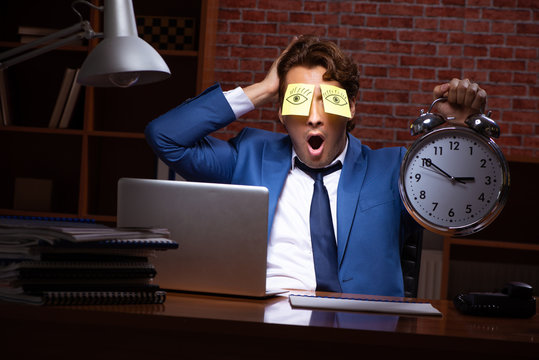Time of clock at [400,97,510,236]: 2:50
